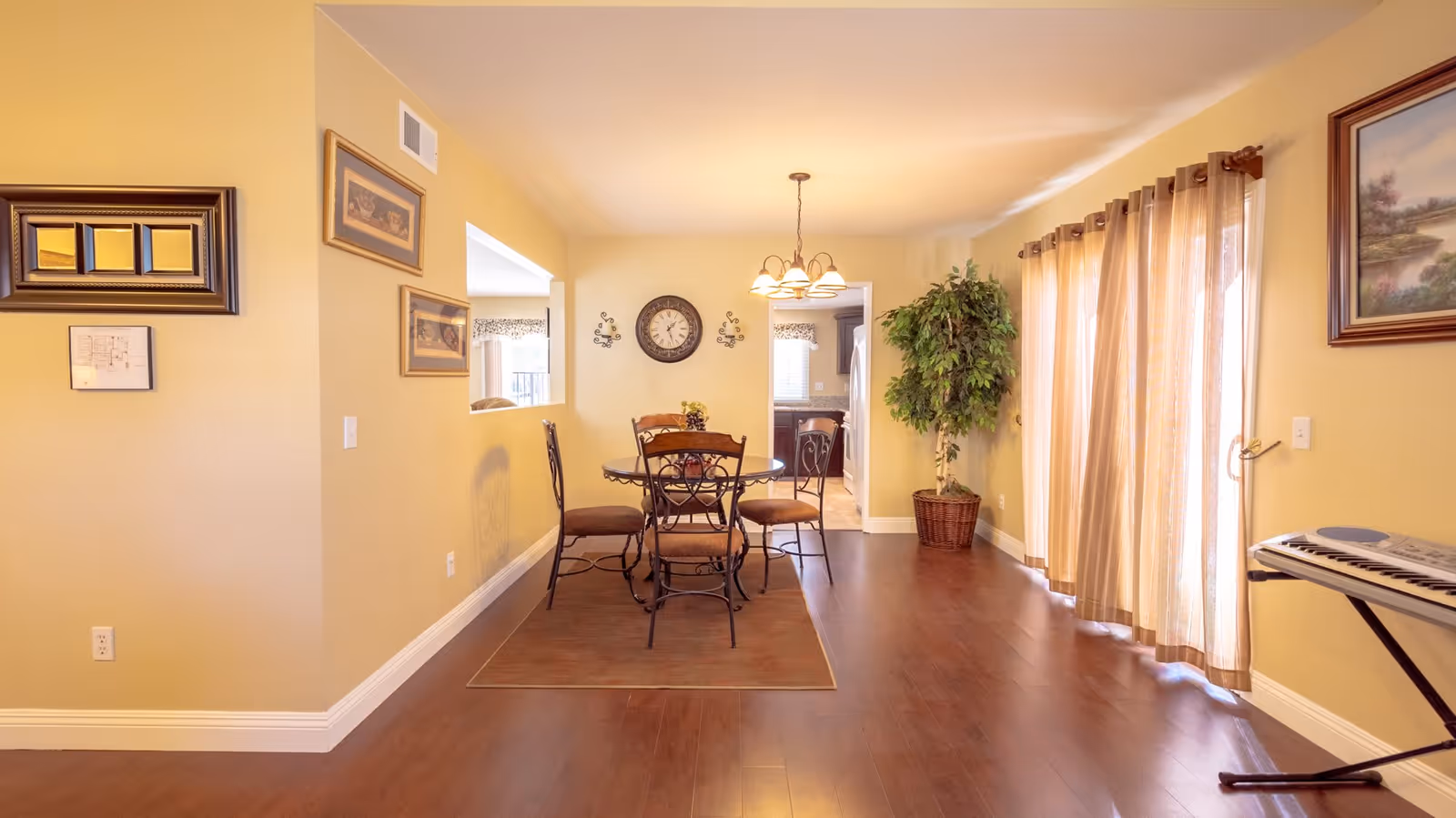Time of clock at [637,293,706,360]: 1:27
